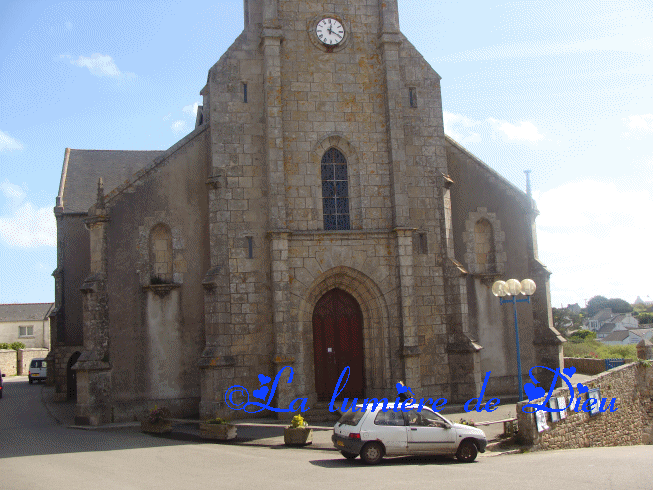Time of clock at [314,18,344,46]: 12:19
